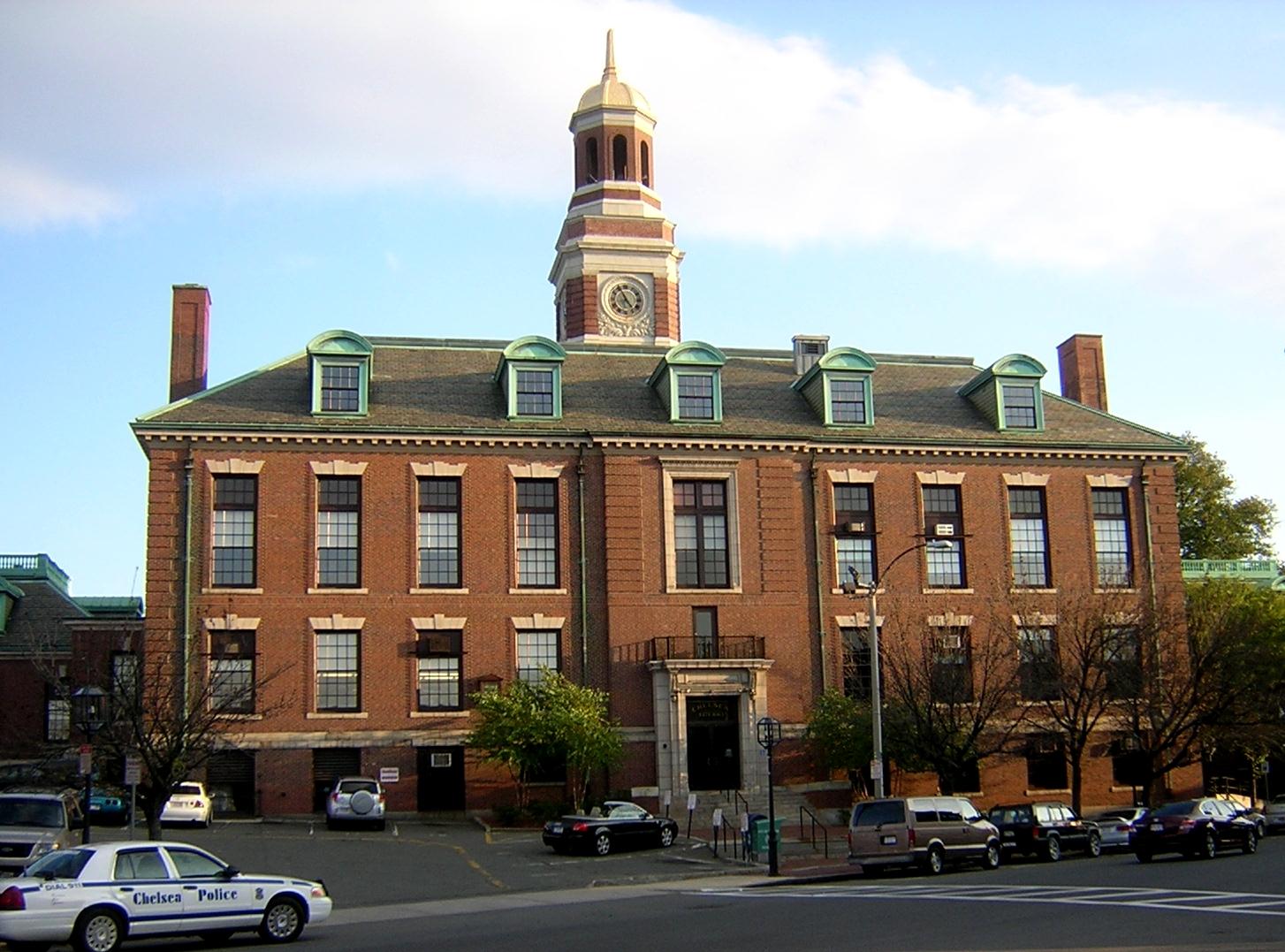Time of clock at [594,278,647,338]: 4:55
